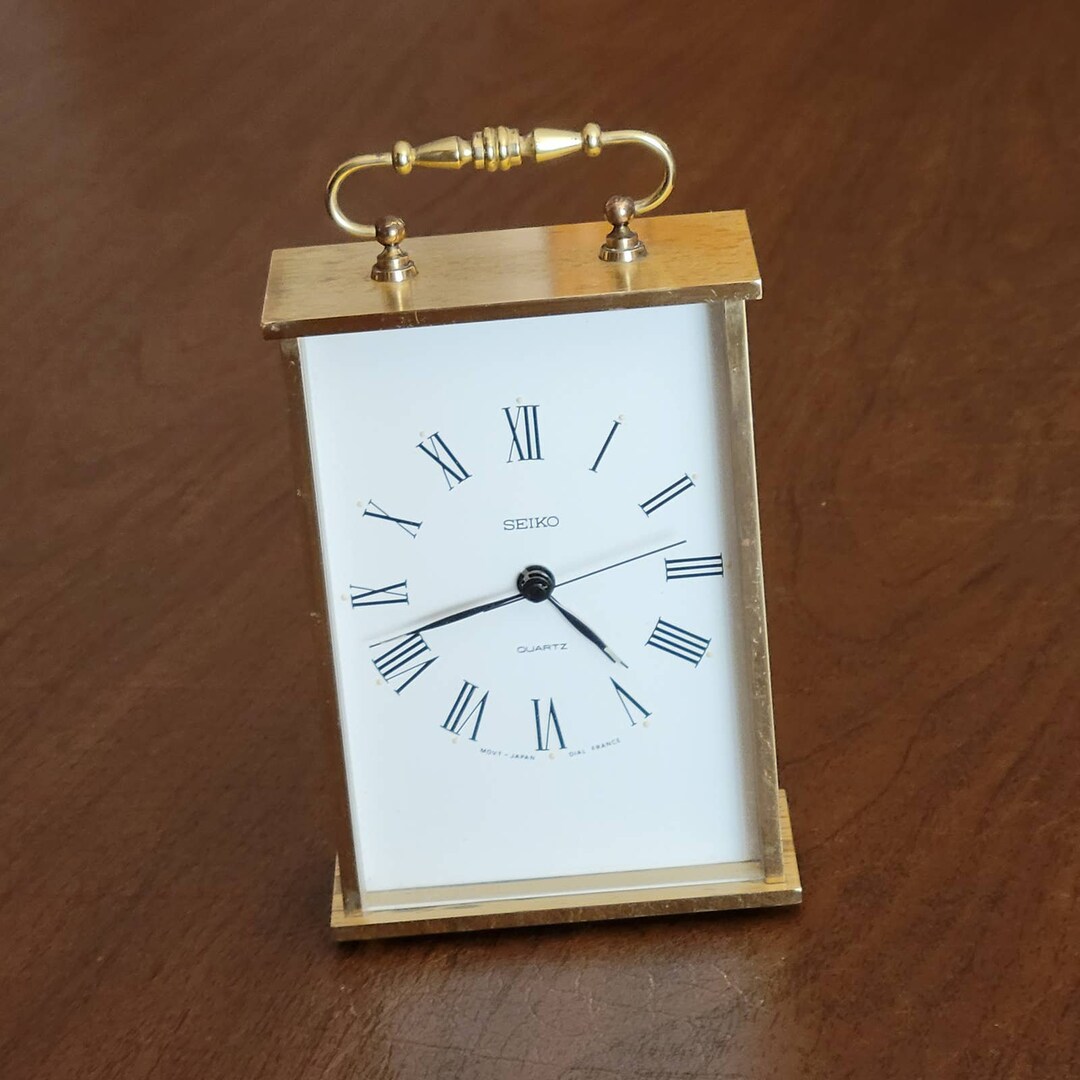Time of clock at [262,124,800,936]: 4:41
